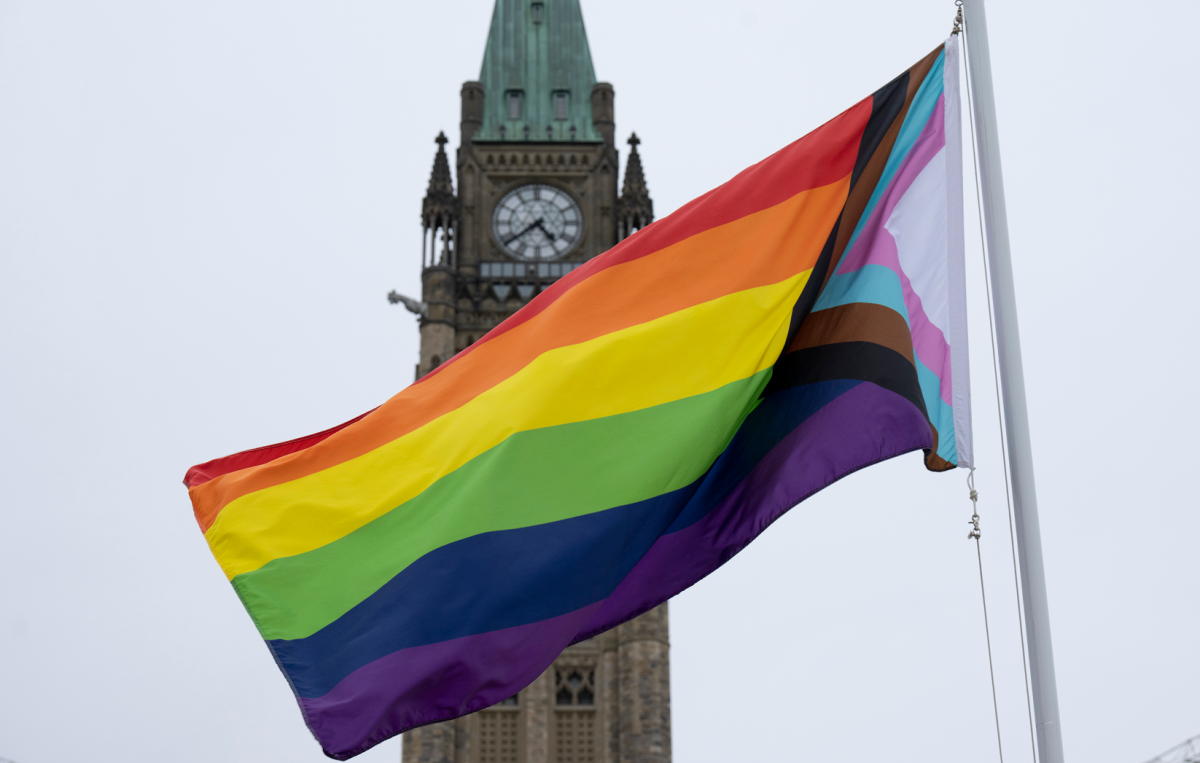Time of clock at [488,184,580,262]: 4:38
